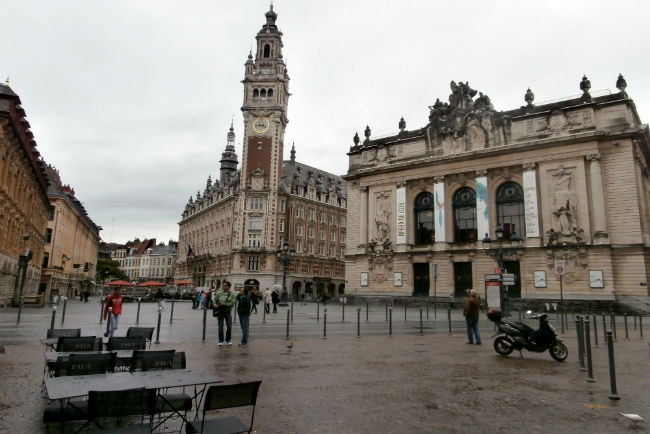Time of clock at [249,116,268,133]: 3:43
